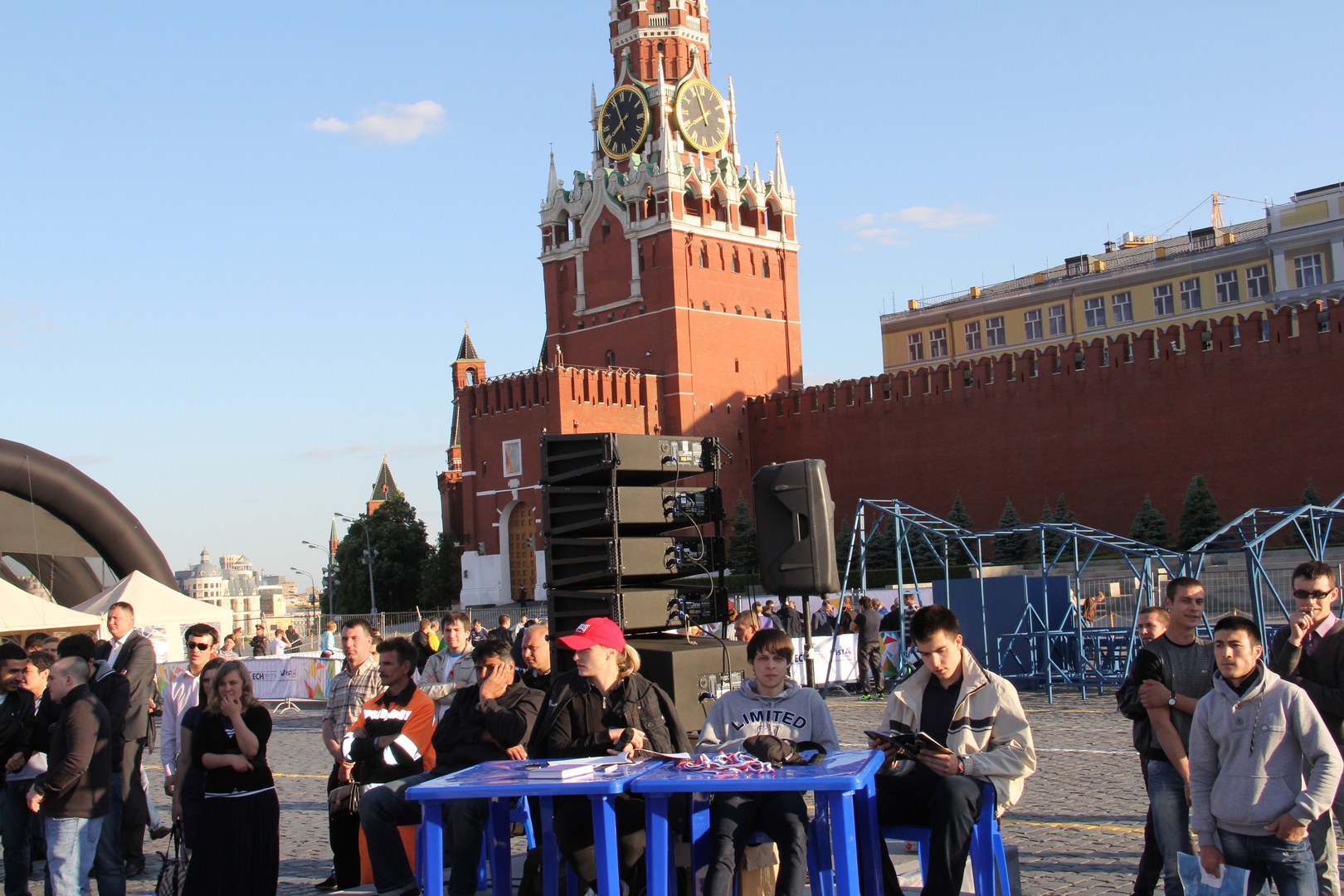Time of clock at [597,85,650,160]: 7:56
